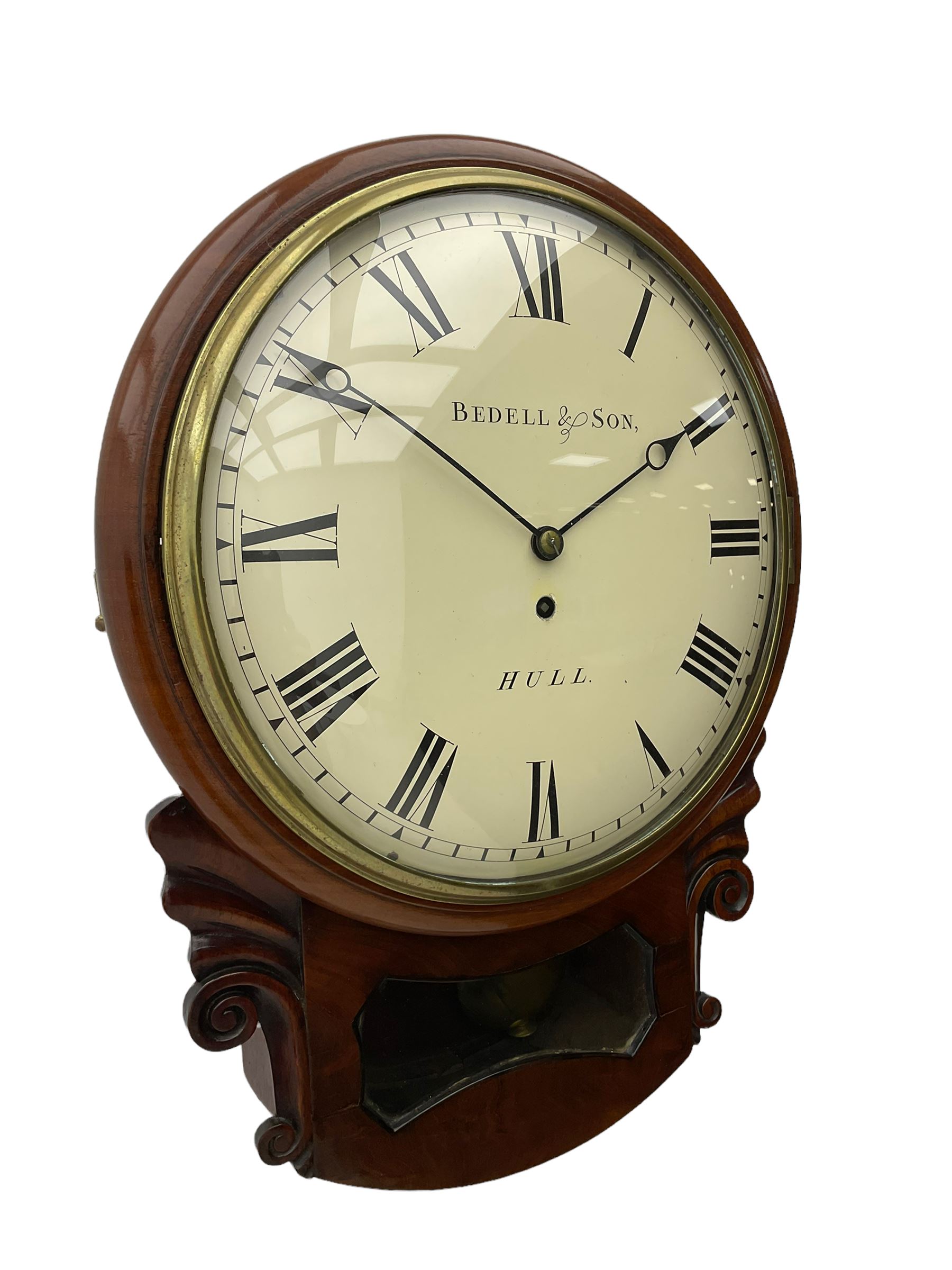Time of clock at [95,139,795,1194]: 1:50
